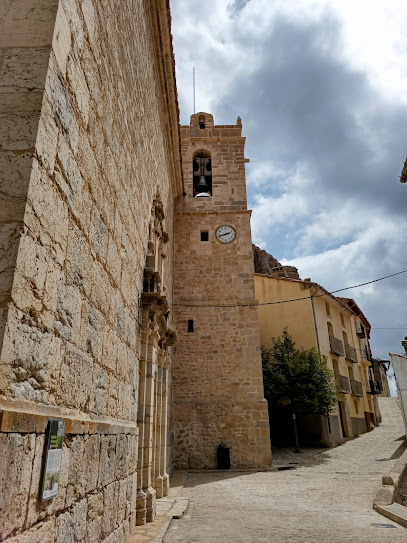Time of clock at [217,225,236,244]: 2:42
